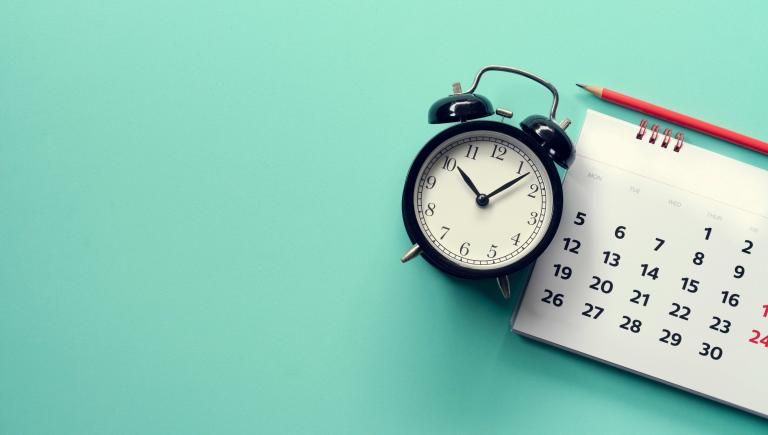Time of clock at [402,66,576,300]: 10:07
